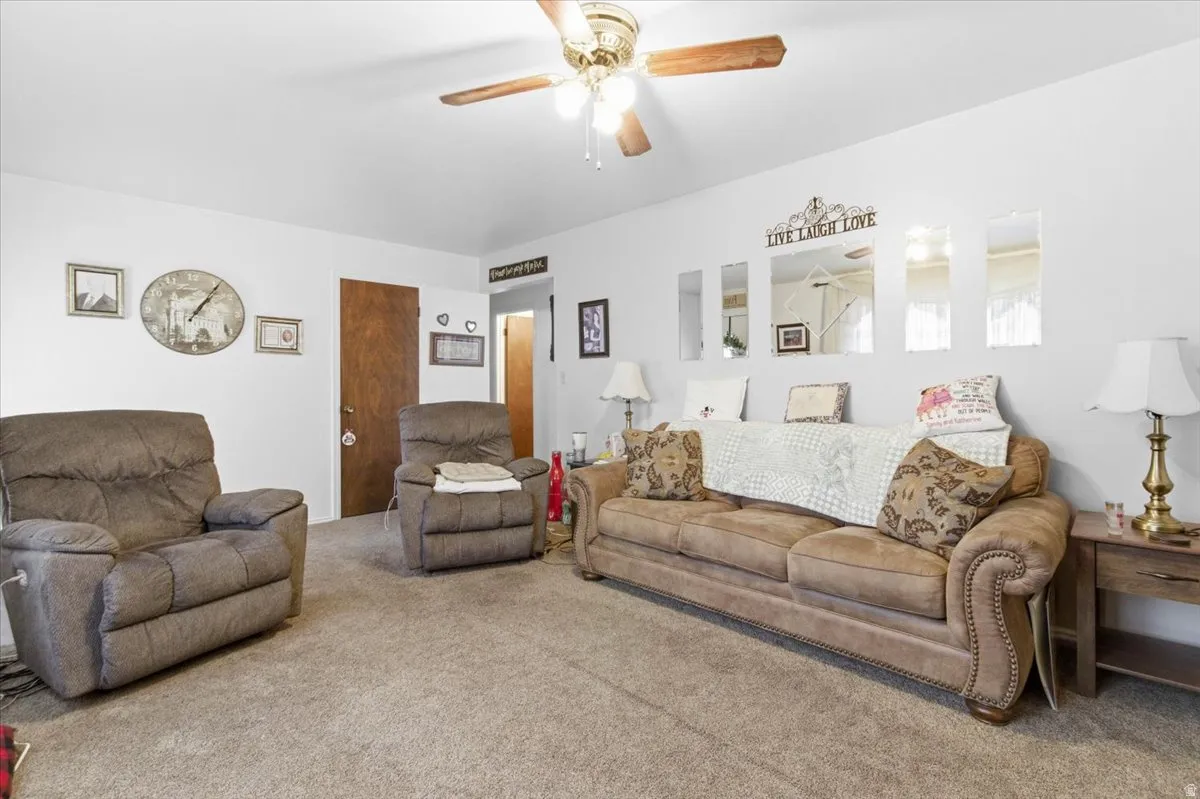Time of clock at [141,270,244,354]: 1:06
